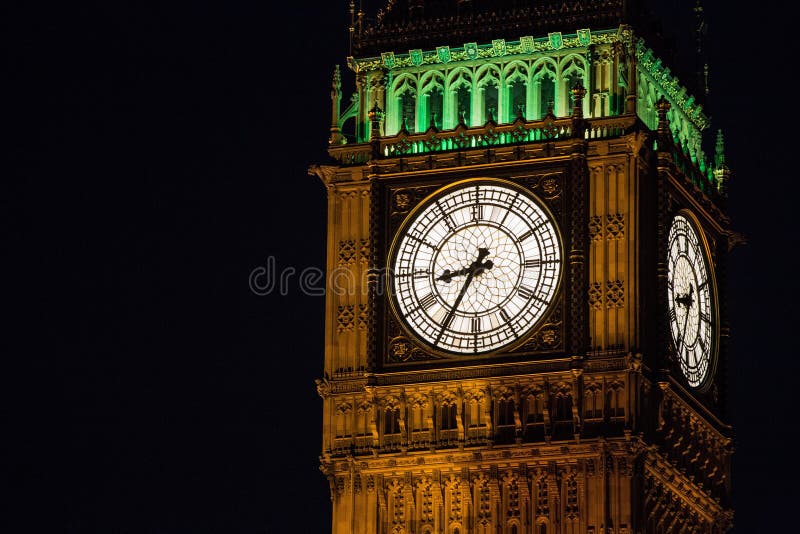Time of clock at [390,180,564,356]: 8:34
